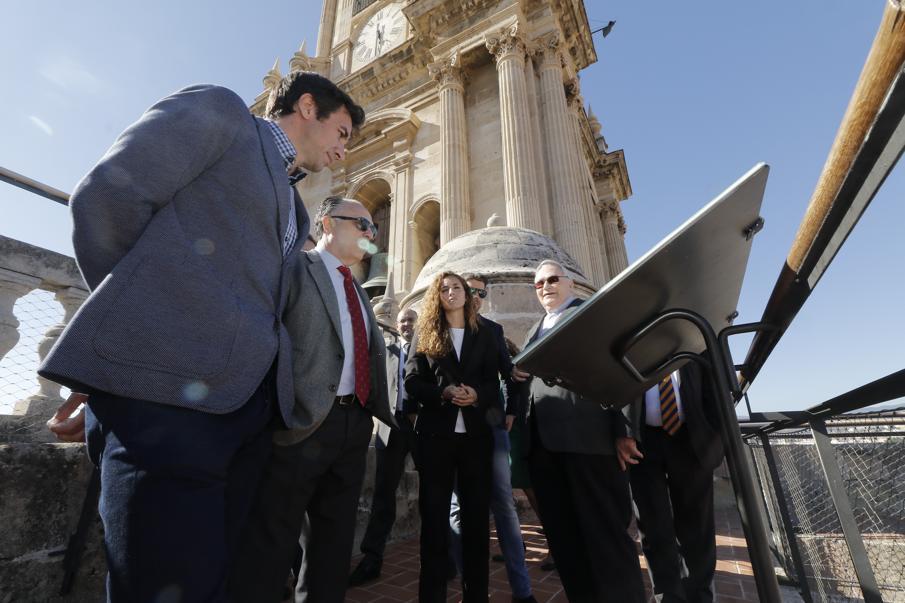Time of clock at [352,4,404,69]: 5:30
